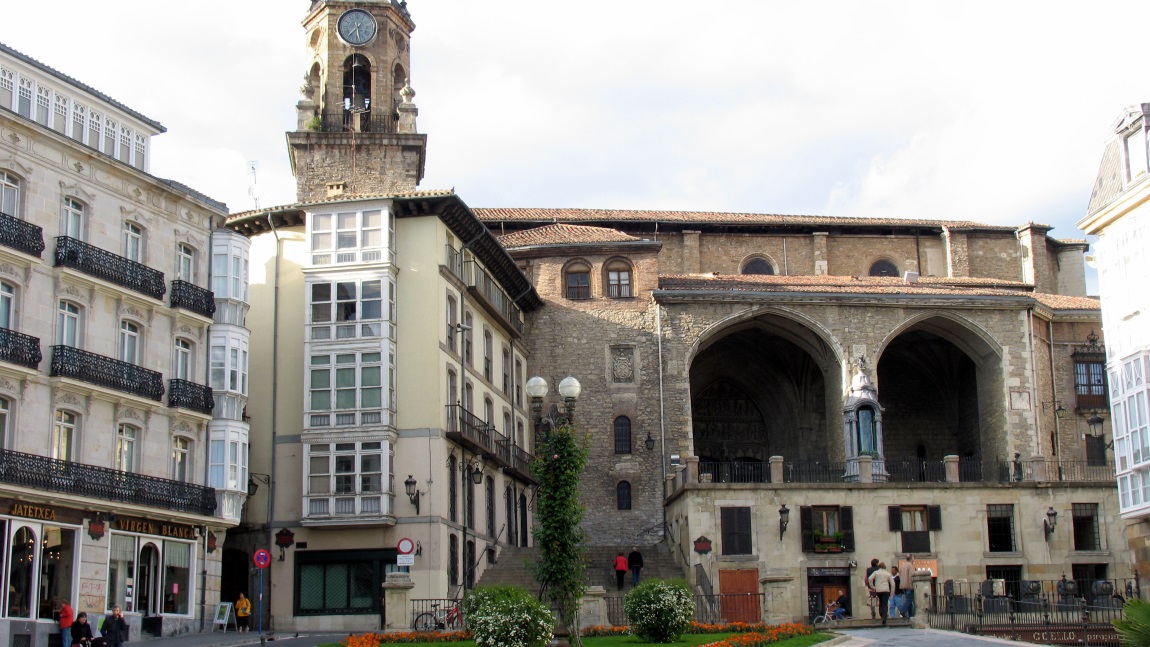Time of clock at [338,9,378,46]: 7:28
